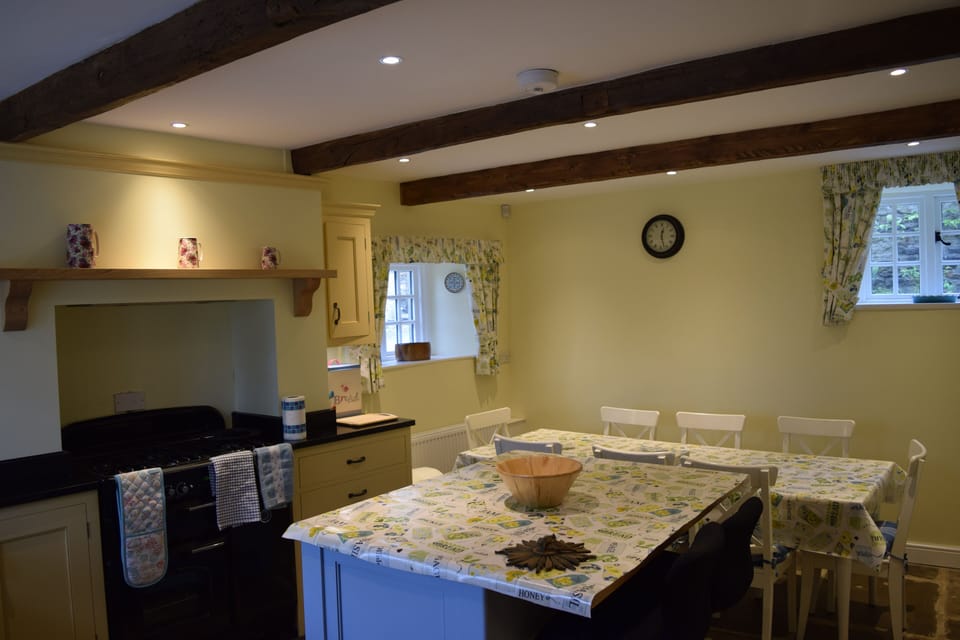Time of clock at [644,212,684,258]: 12:27
